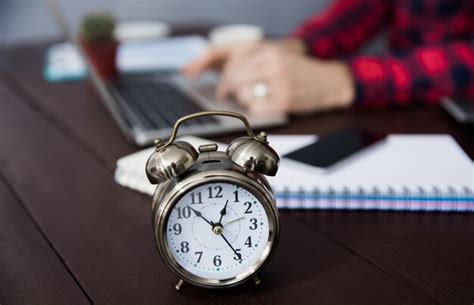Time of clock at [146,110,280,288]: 12:52
